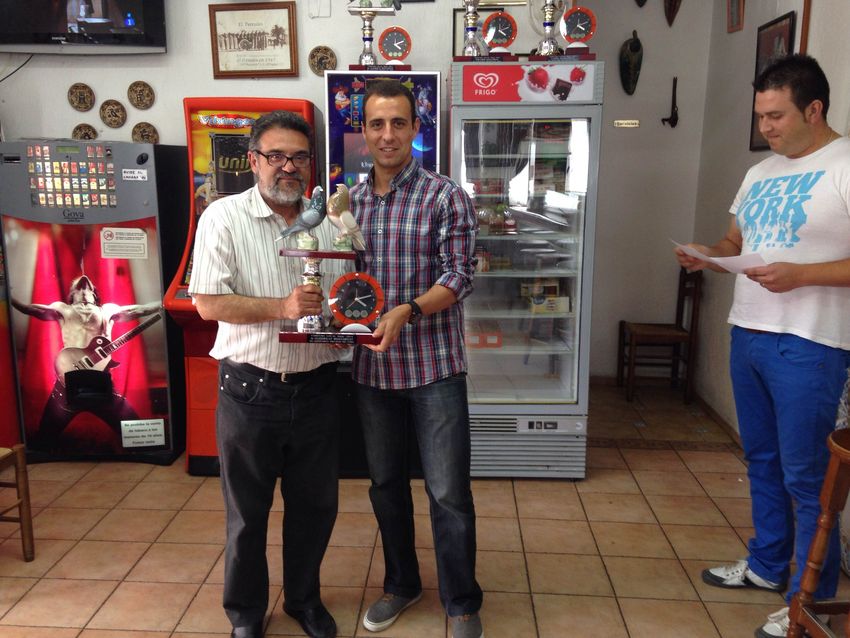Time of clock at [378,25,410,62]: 4:11
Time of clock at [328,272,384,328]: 4:12
